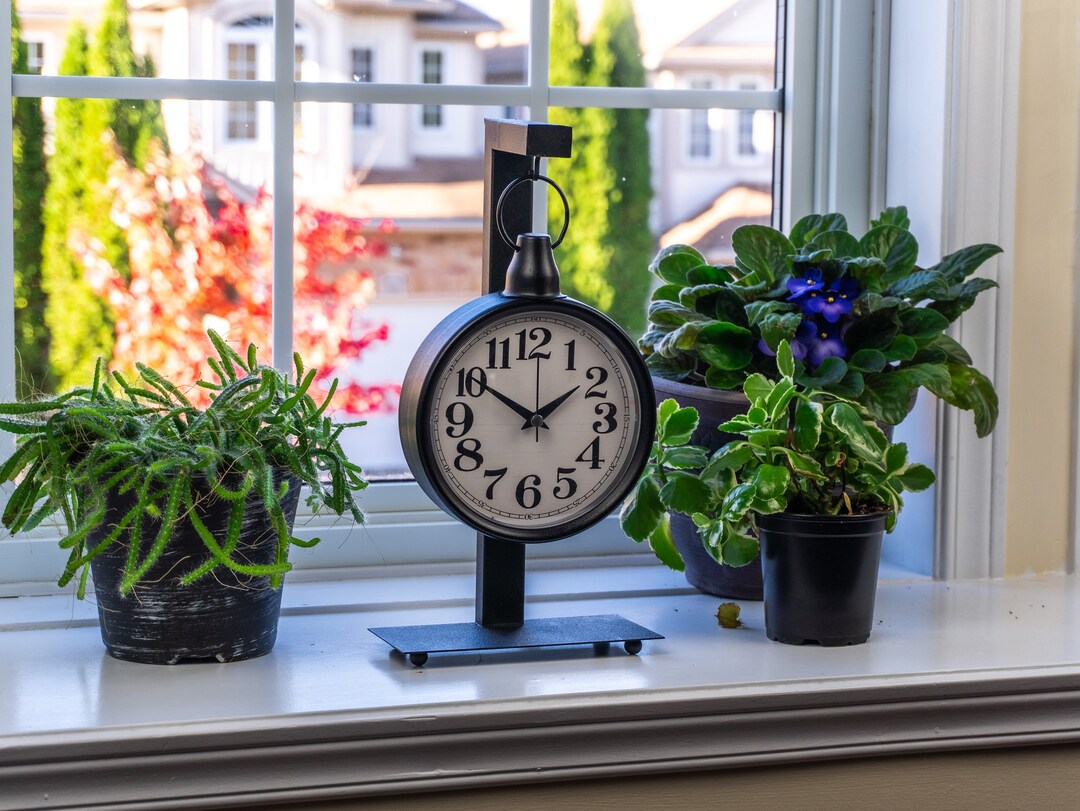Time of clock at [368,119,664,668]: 1:50
